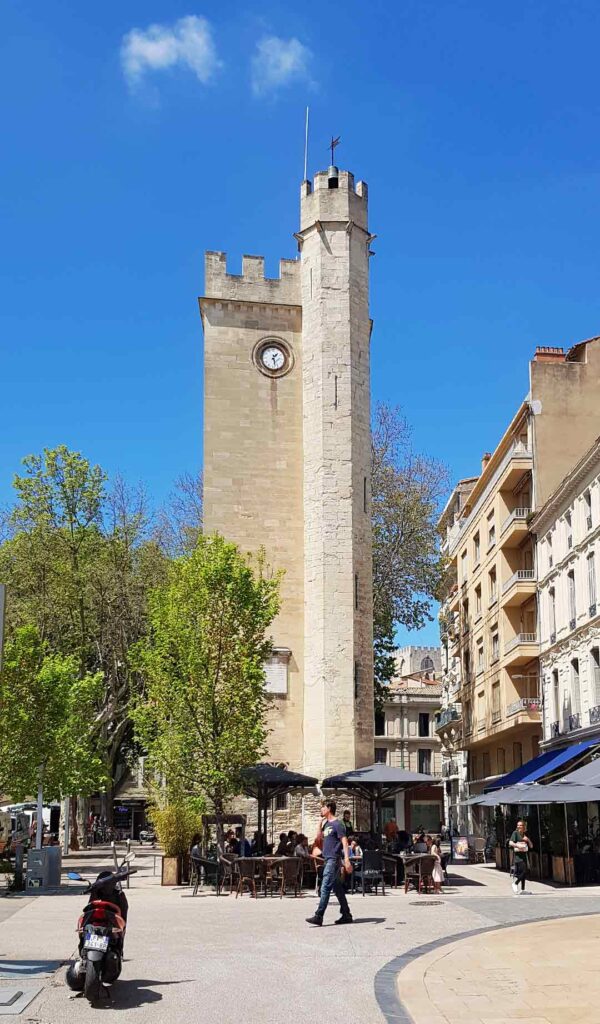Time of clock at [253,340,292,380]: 1:28
